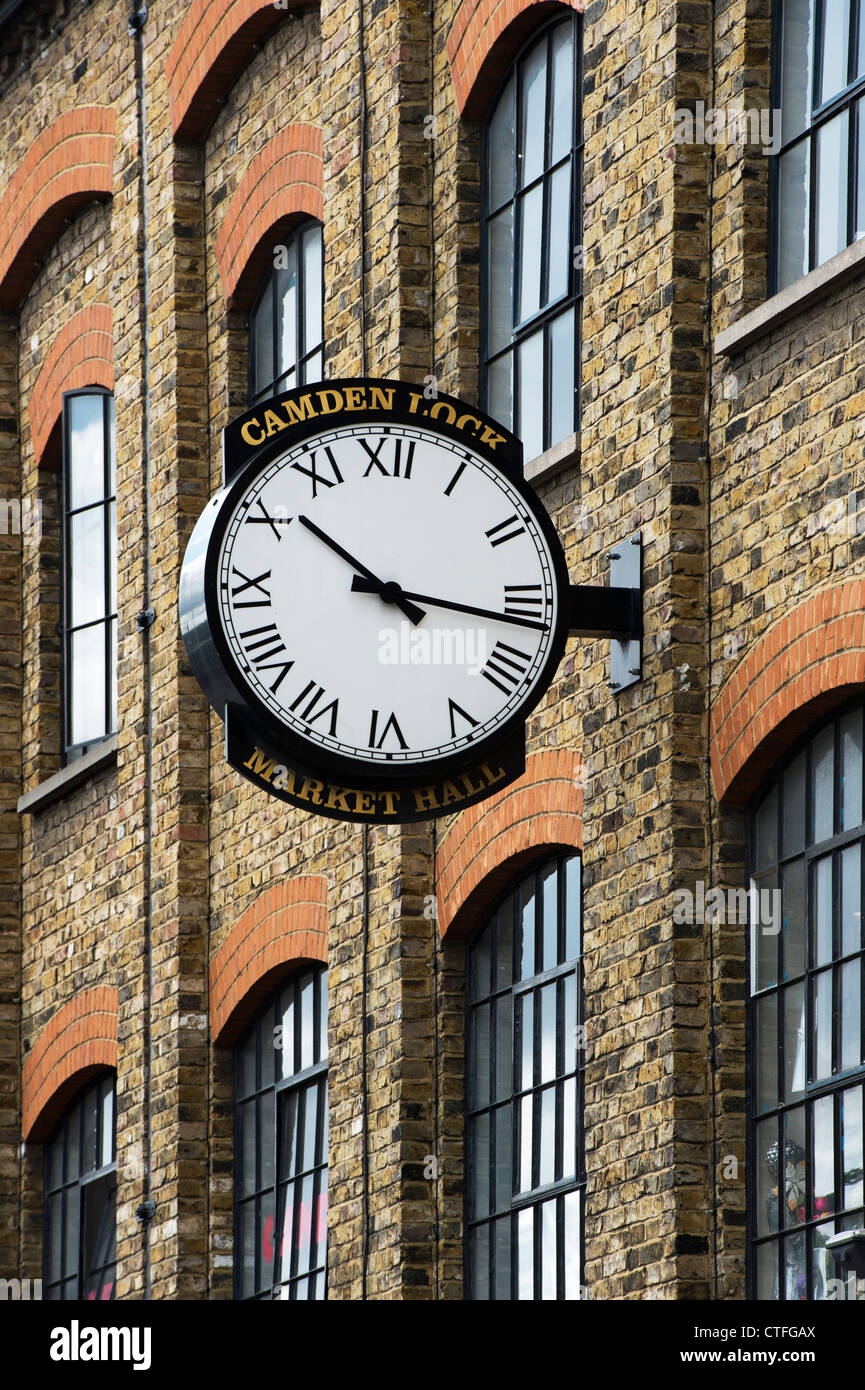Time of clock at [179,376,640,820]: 10:16
